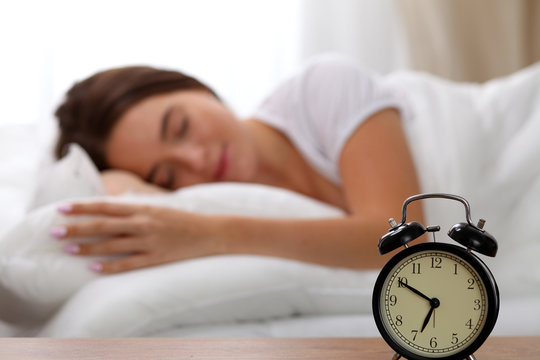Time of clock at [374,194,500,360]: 6:49
